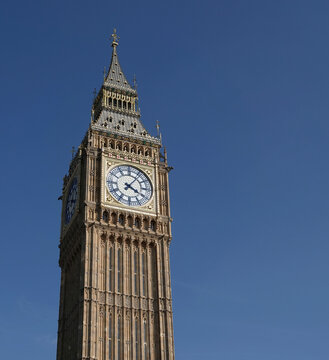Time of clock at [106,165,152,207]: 4:06
